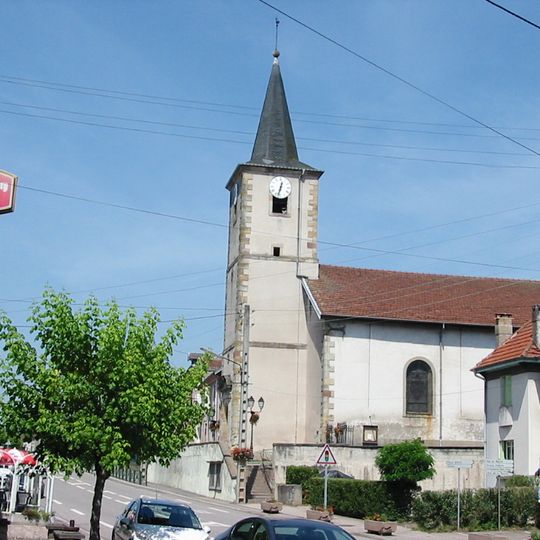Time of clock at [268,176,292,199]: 12:32
